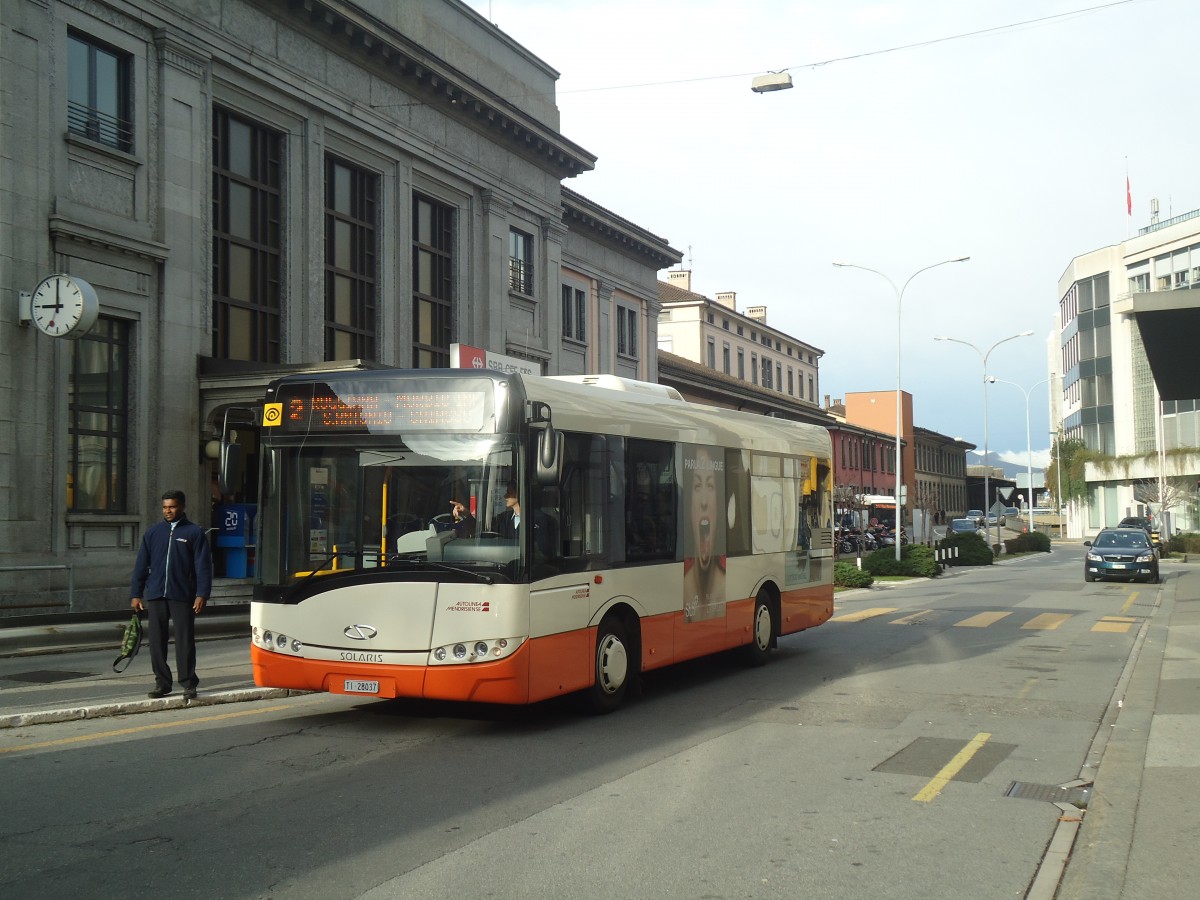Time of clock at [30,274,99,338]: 8:59
